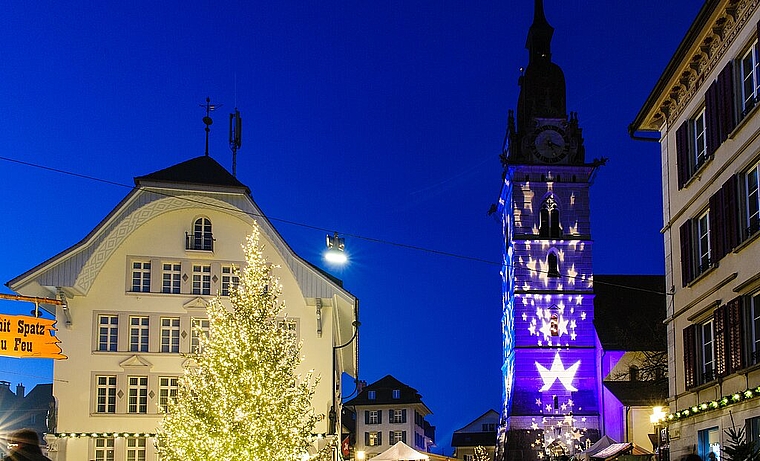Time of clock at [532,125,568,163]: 5:18
